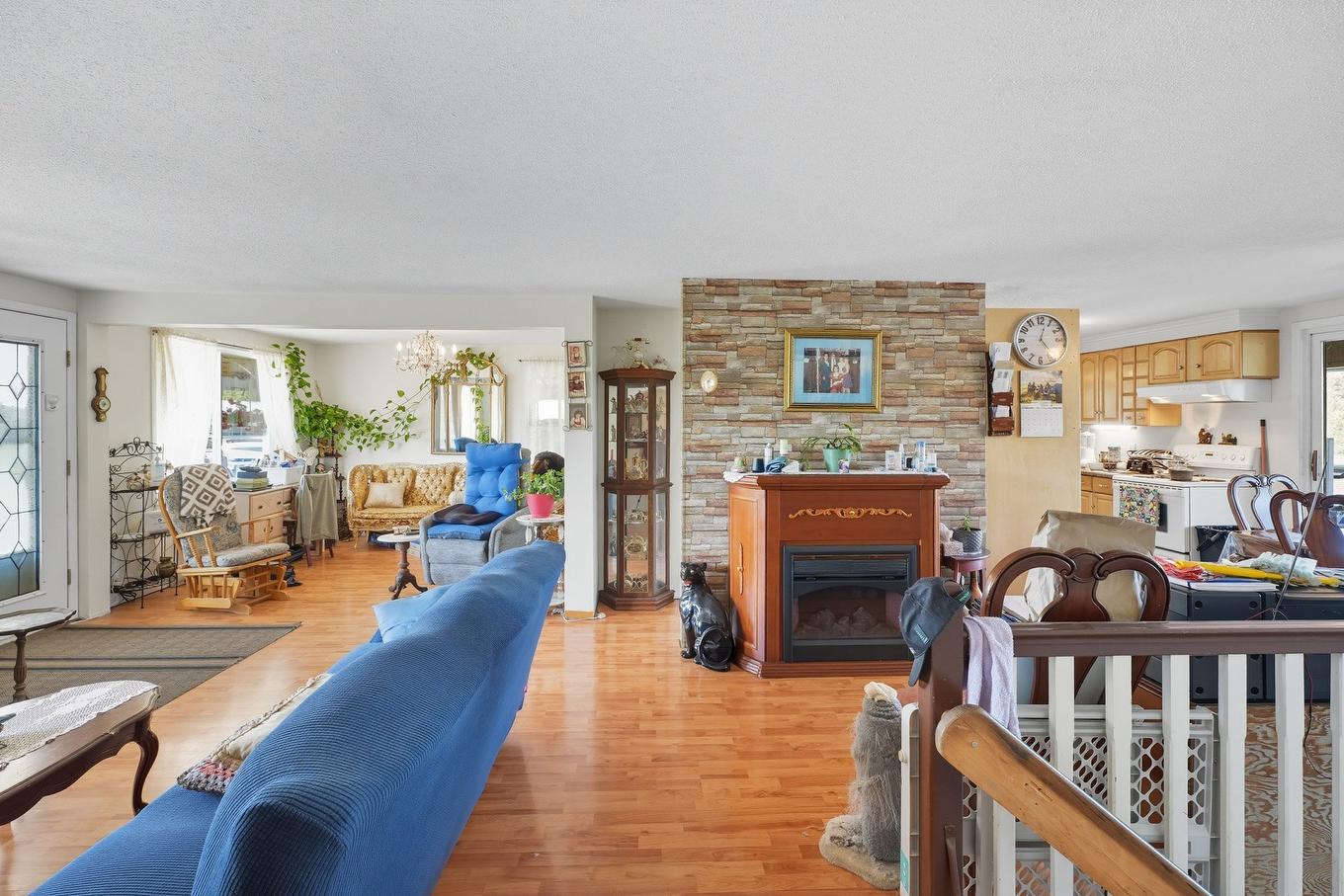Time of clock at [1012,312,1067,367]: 5:03
